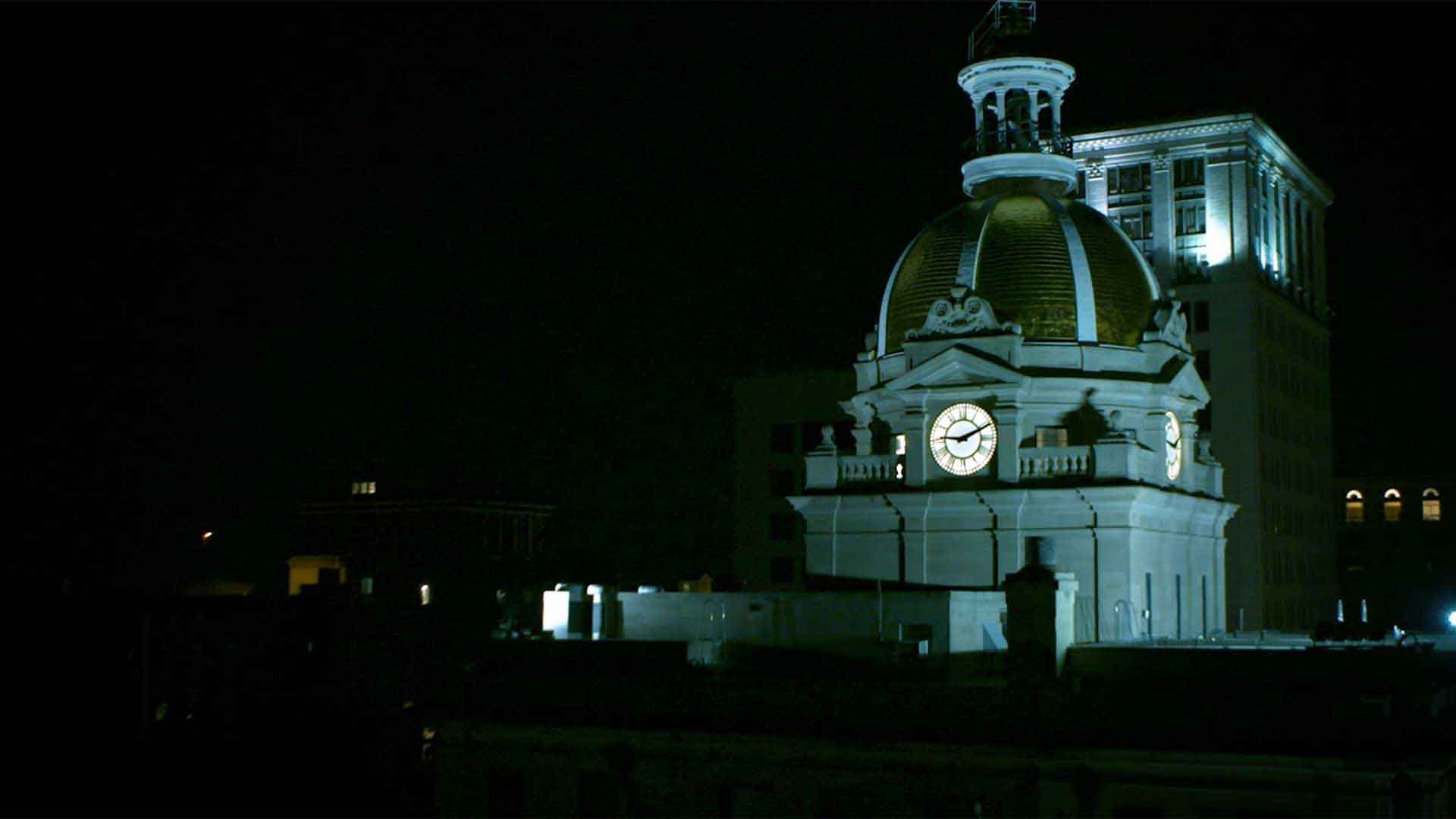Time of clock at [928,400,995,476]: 9:10
